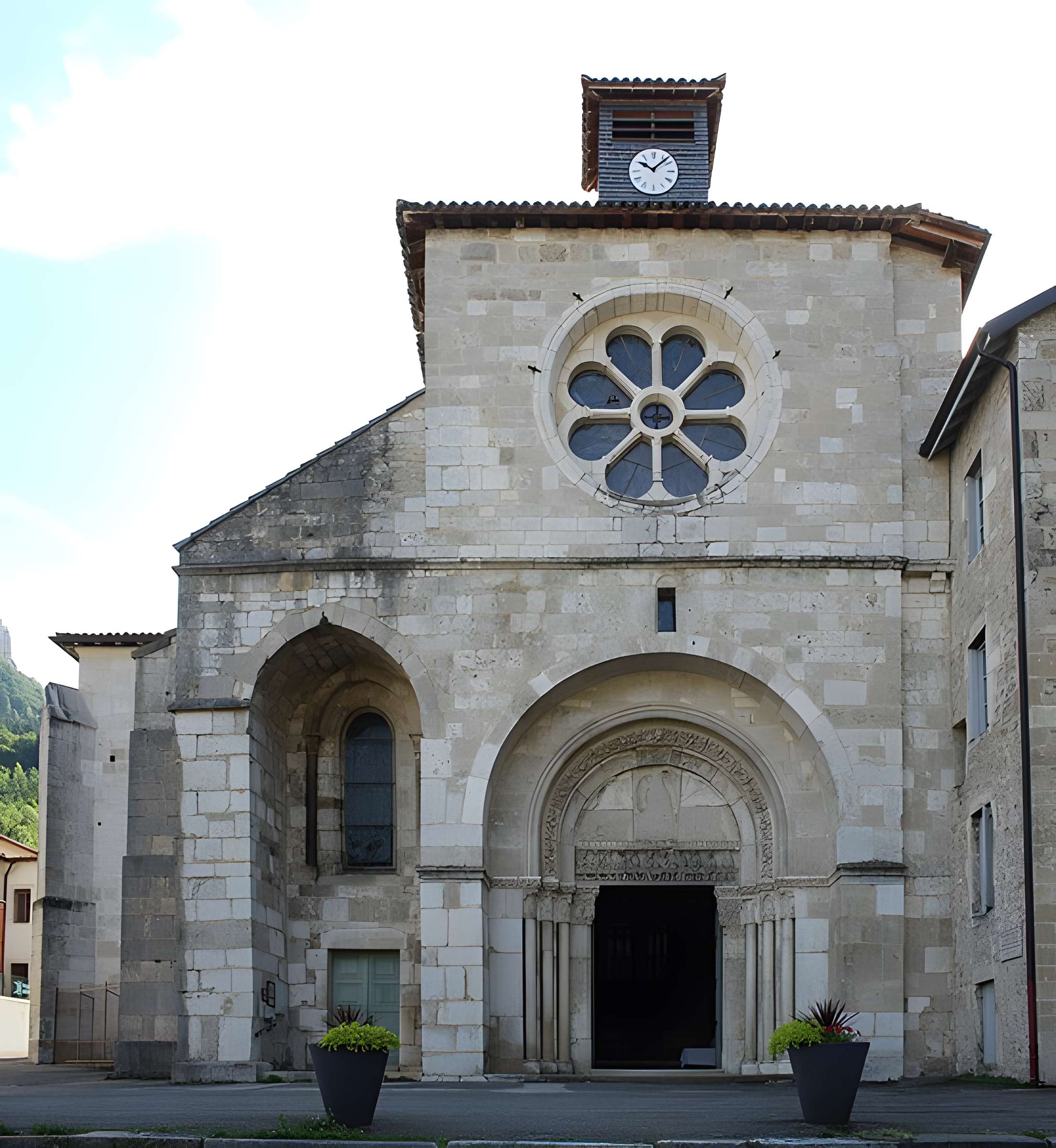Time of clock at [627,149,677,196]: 10:07
